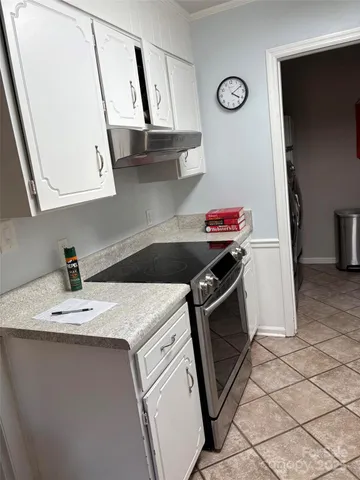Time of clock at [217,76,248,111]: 4:09
